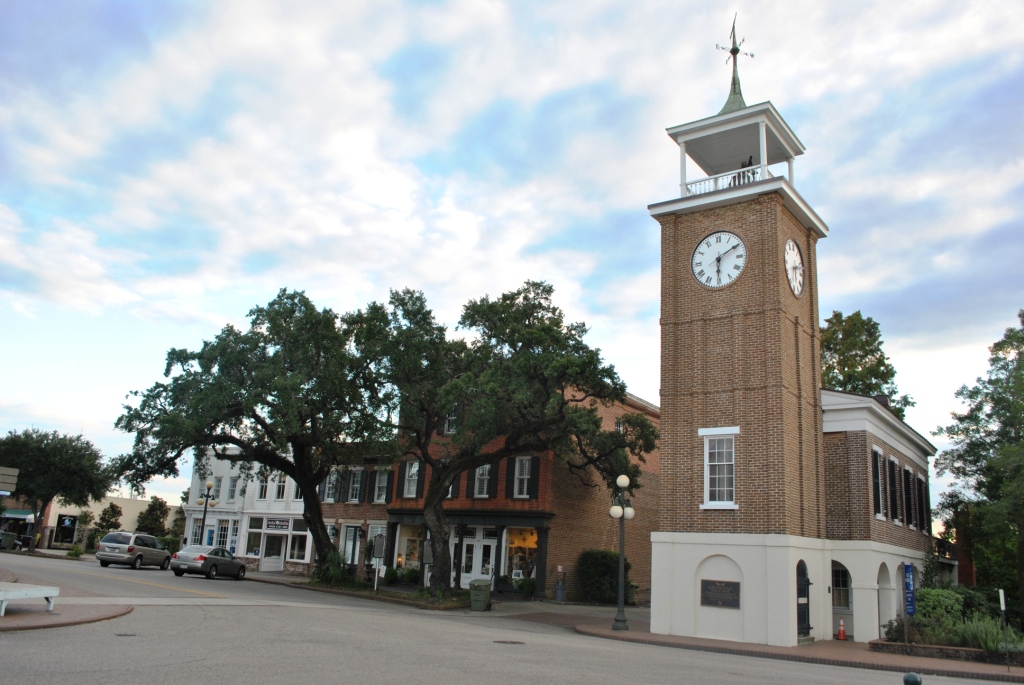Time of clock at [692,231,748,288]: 6:09
